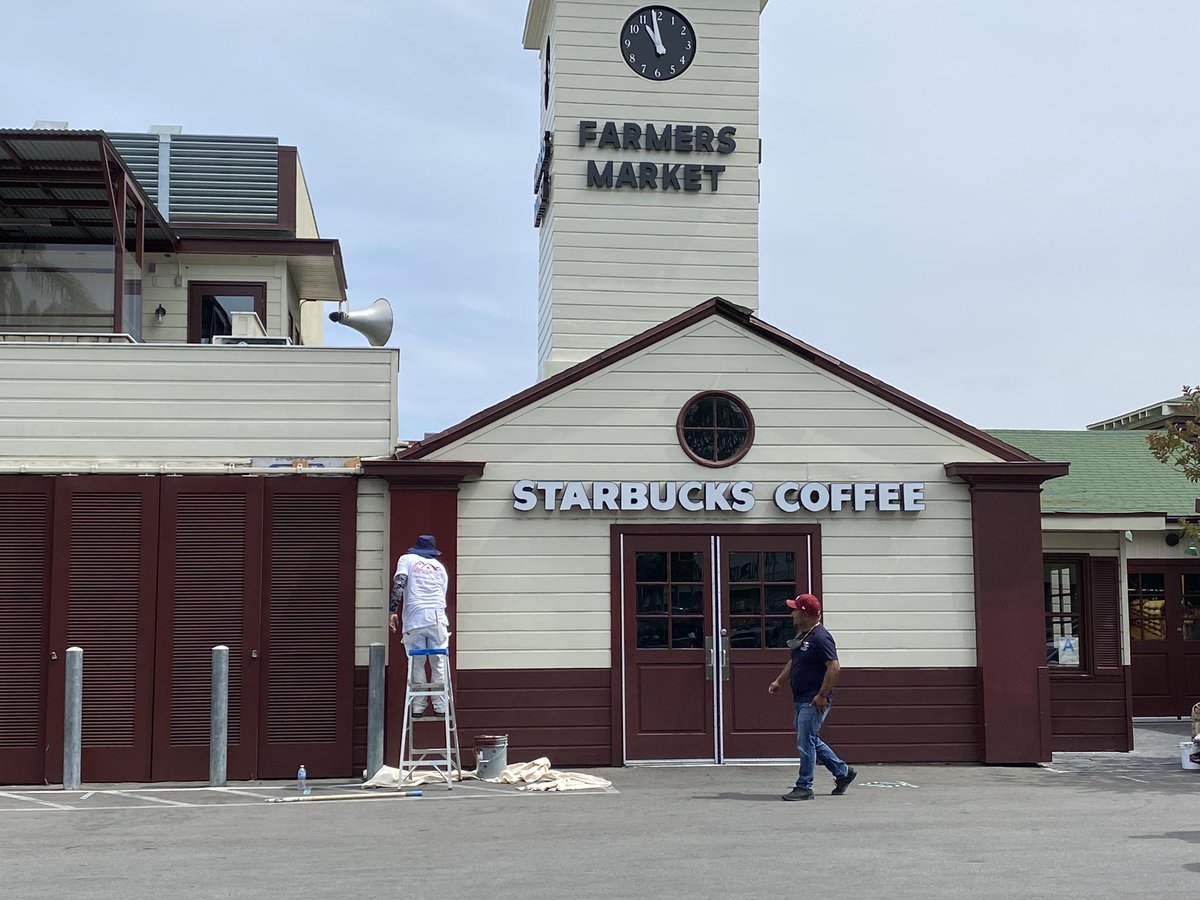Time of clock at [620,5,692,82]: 10:58
